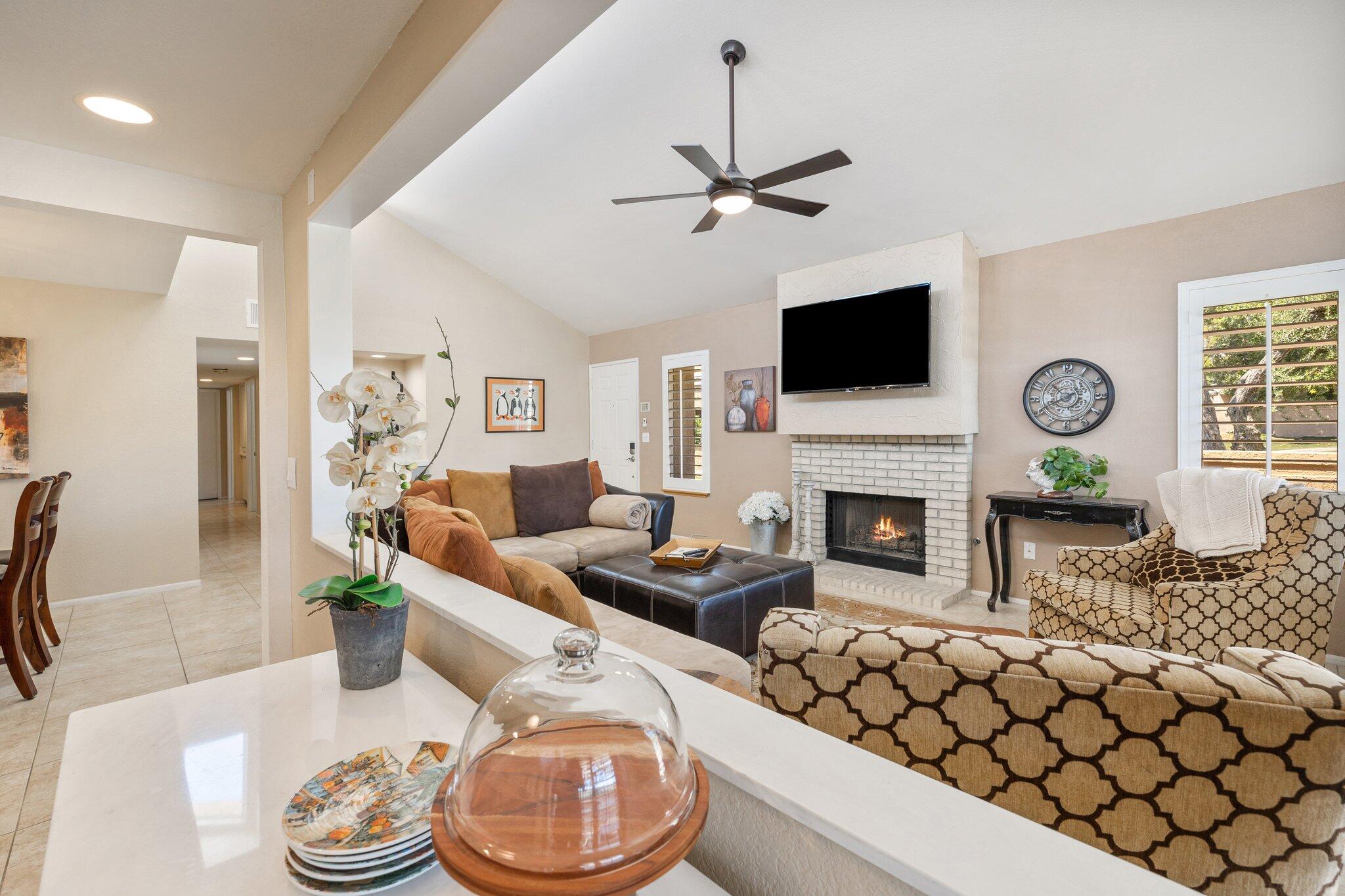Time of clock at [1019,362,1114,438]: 10:40
